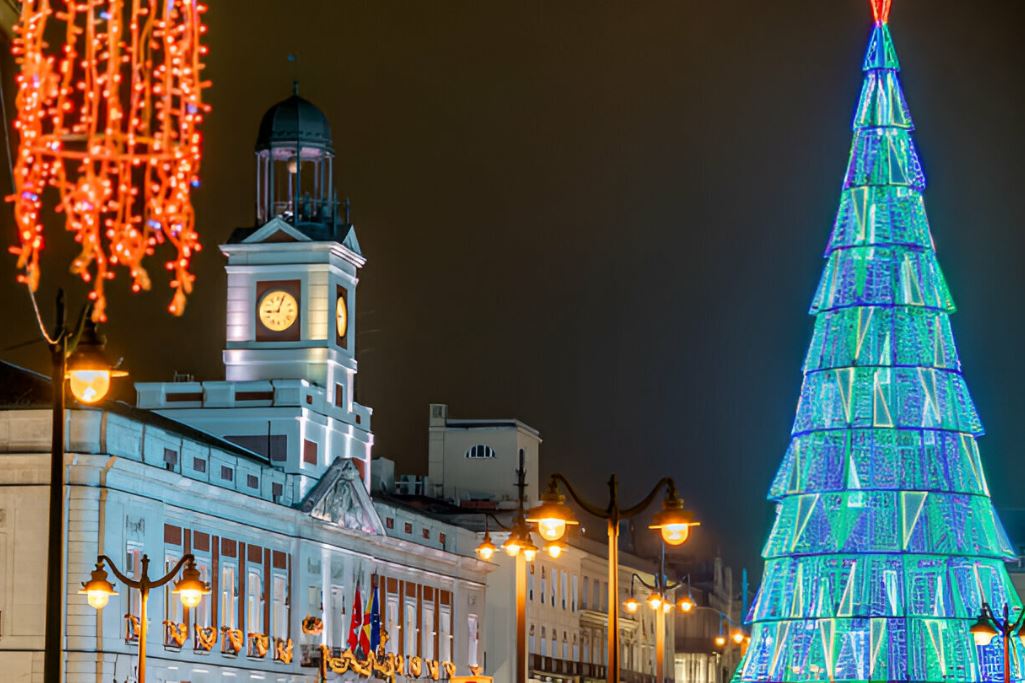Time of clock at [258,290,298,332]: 9:03
